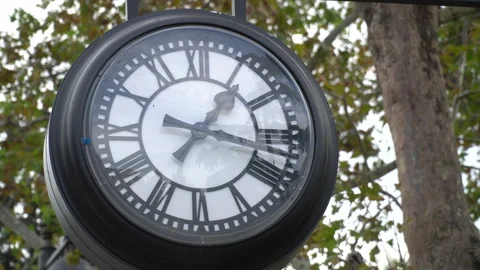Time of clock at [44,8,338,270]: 1:17
